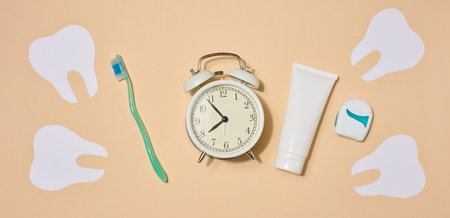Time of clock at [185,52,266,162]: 7:53
